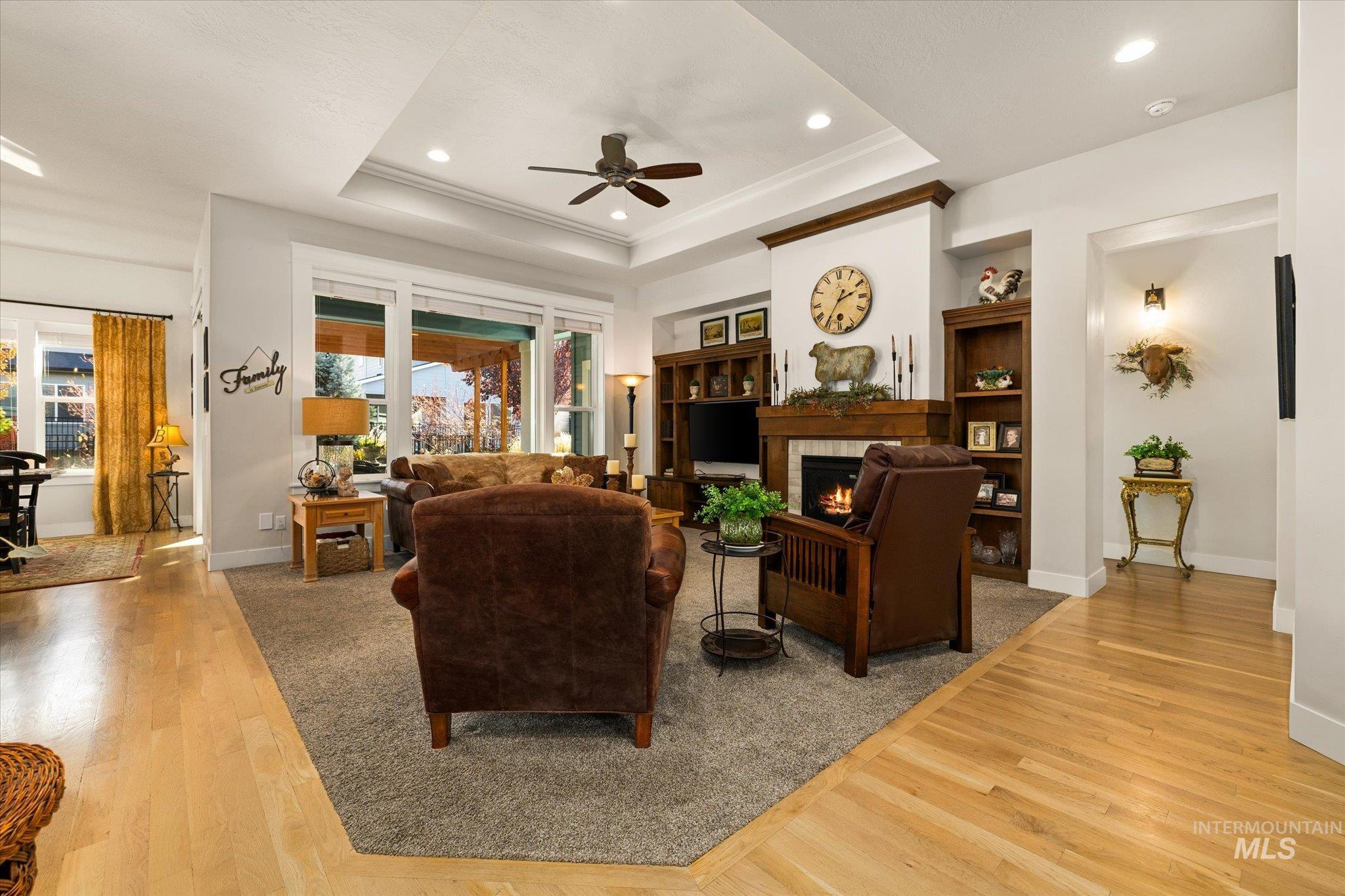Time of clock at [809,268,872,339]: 2:35
